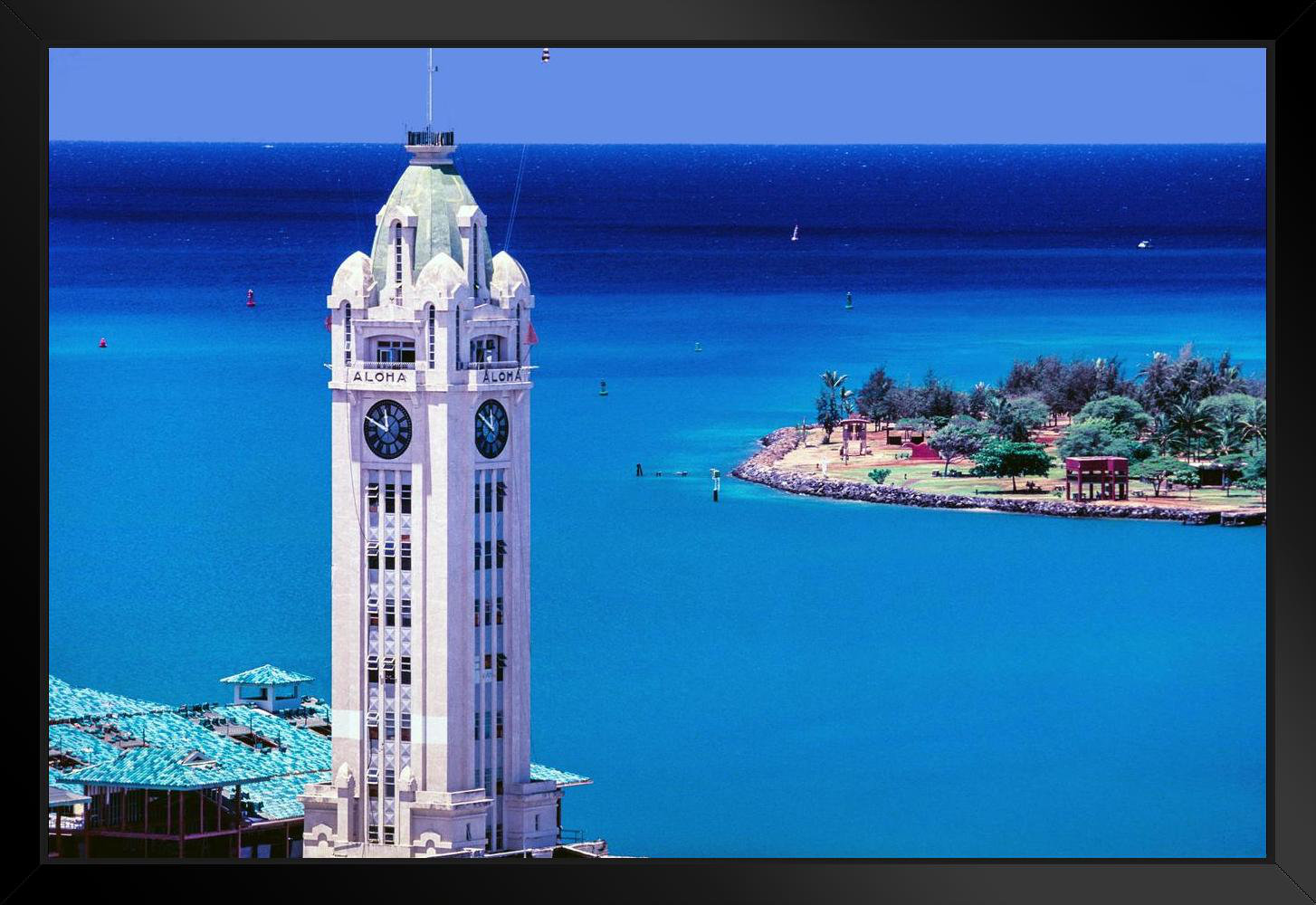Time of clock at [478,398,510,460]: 11:50
